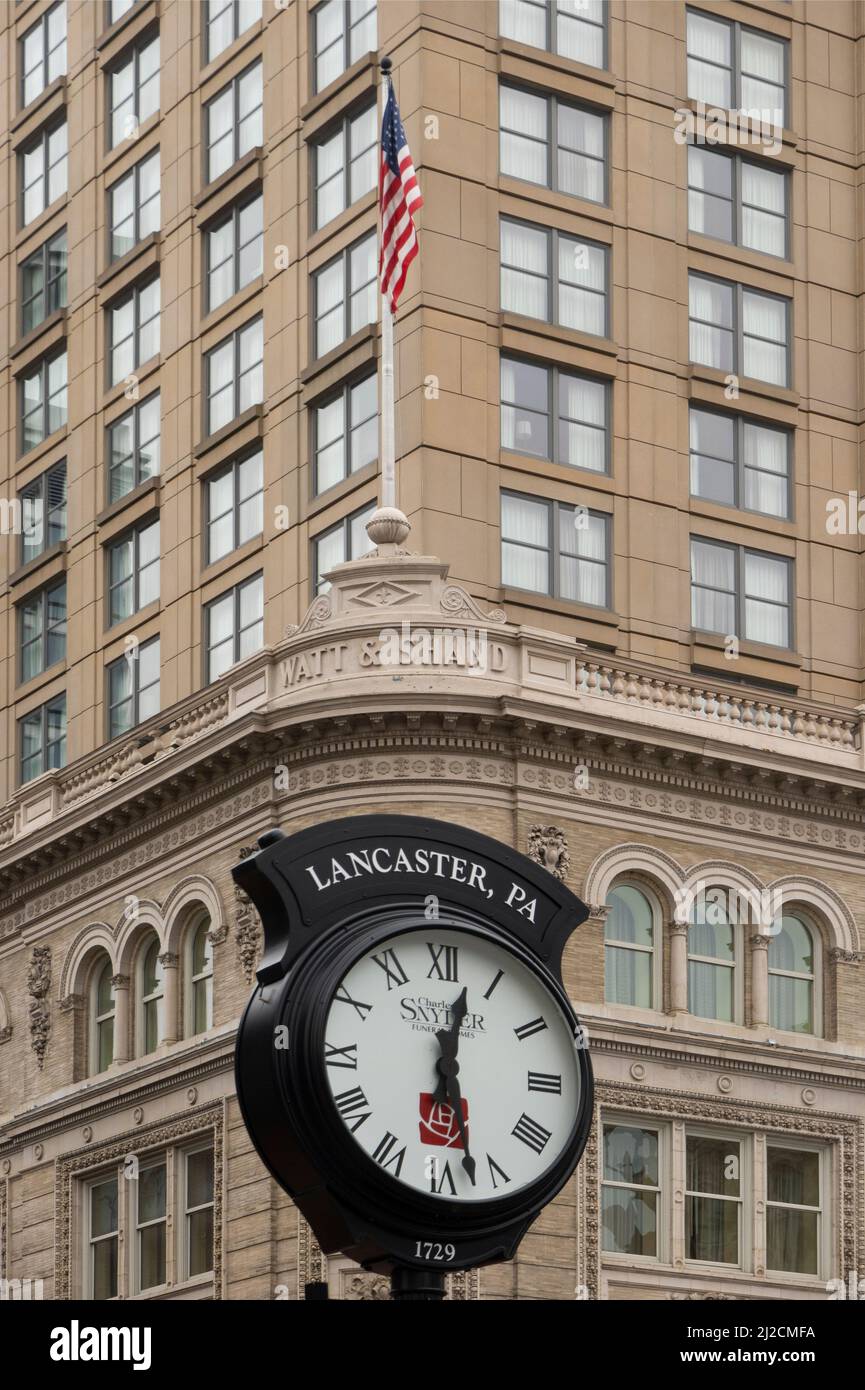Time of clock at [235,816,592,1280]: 12:27
